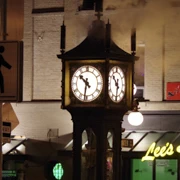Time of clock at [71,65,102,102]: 10:31
